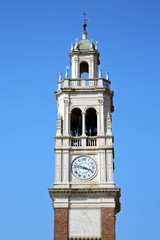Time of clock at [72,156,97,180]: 3:47
